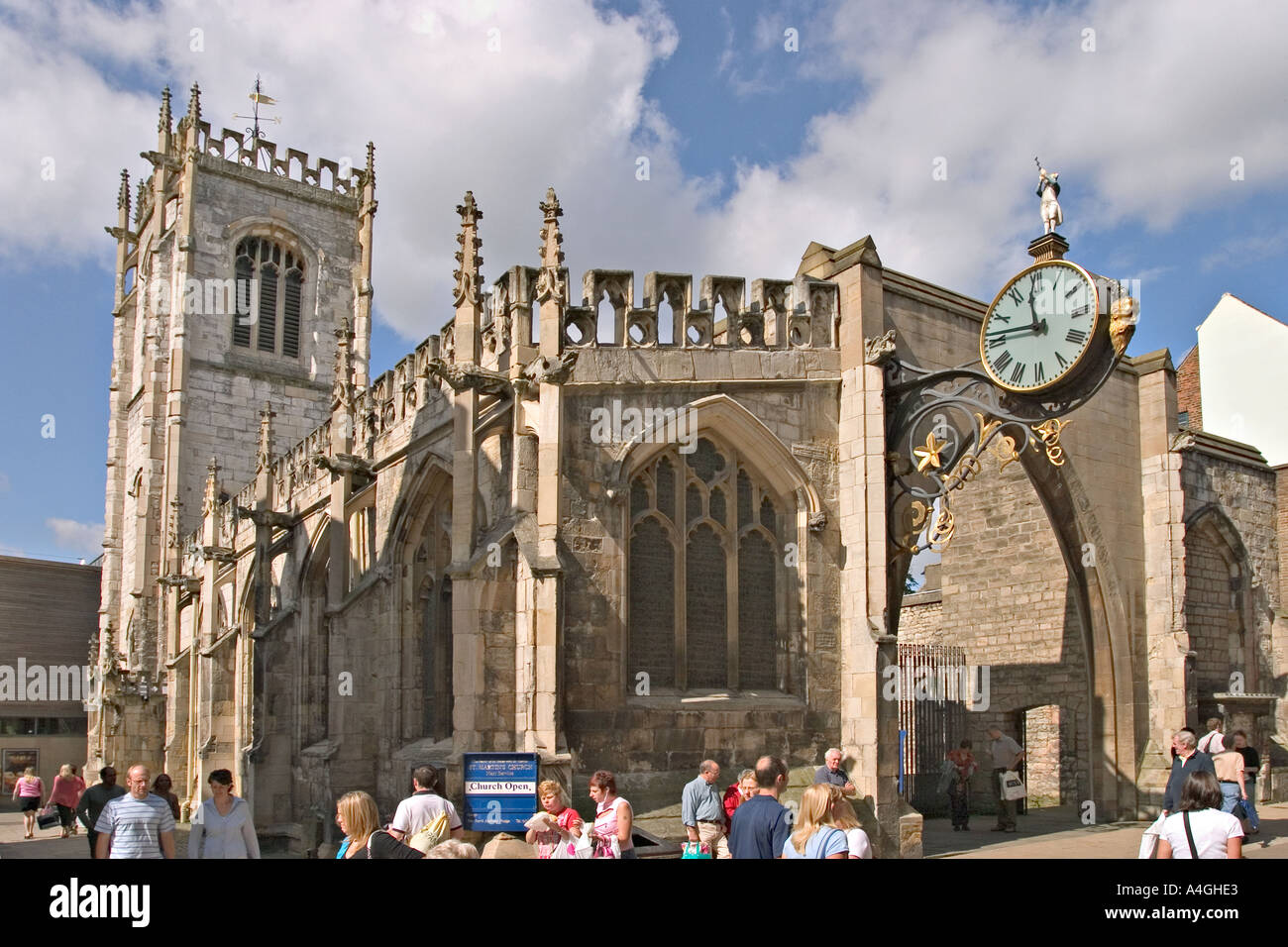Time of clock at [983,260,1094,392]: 11:46
